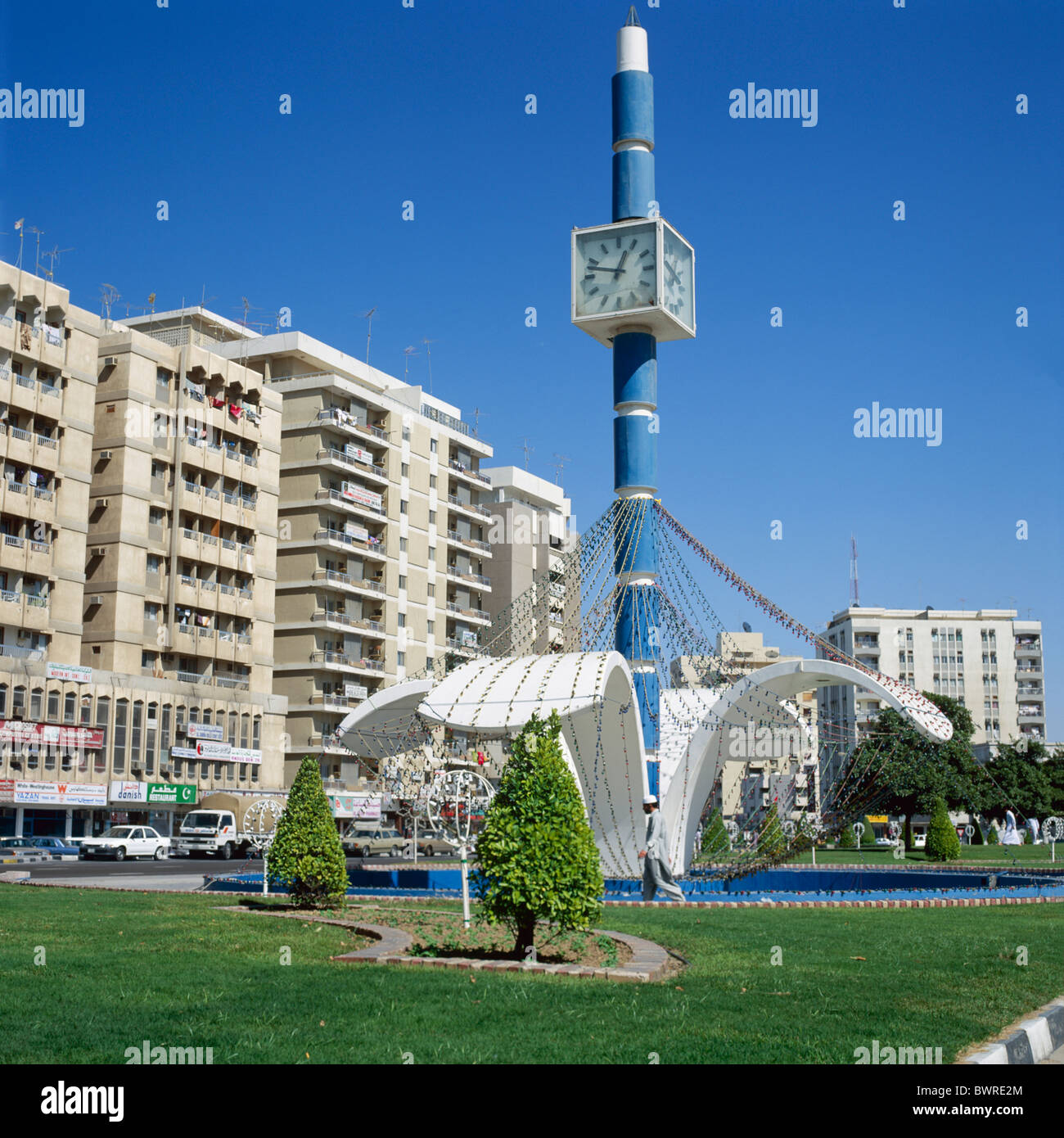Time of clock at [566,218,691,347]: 12:47
